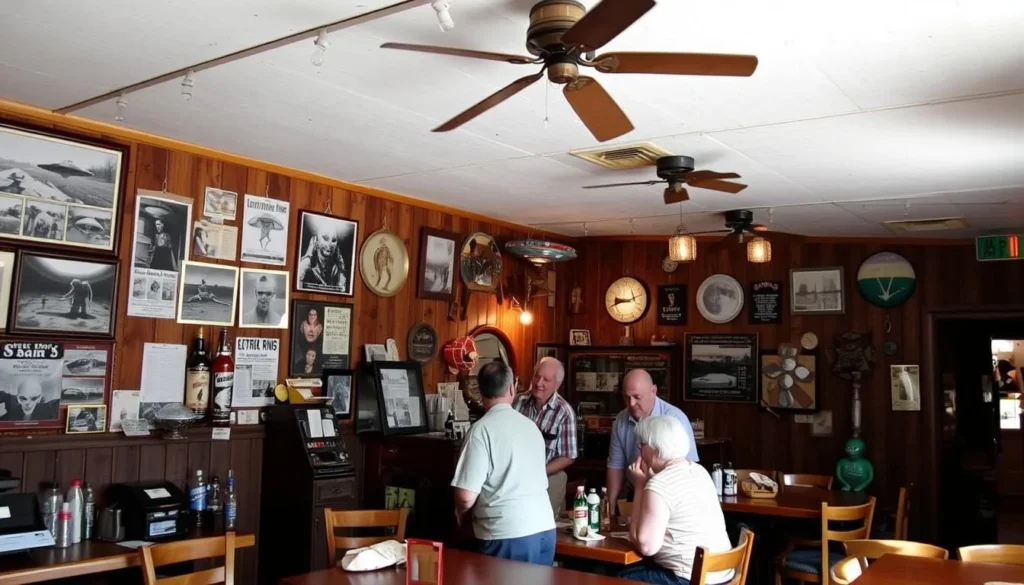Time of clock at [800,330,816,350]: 4:52
